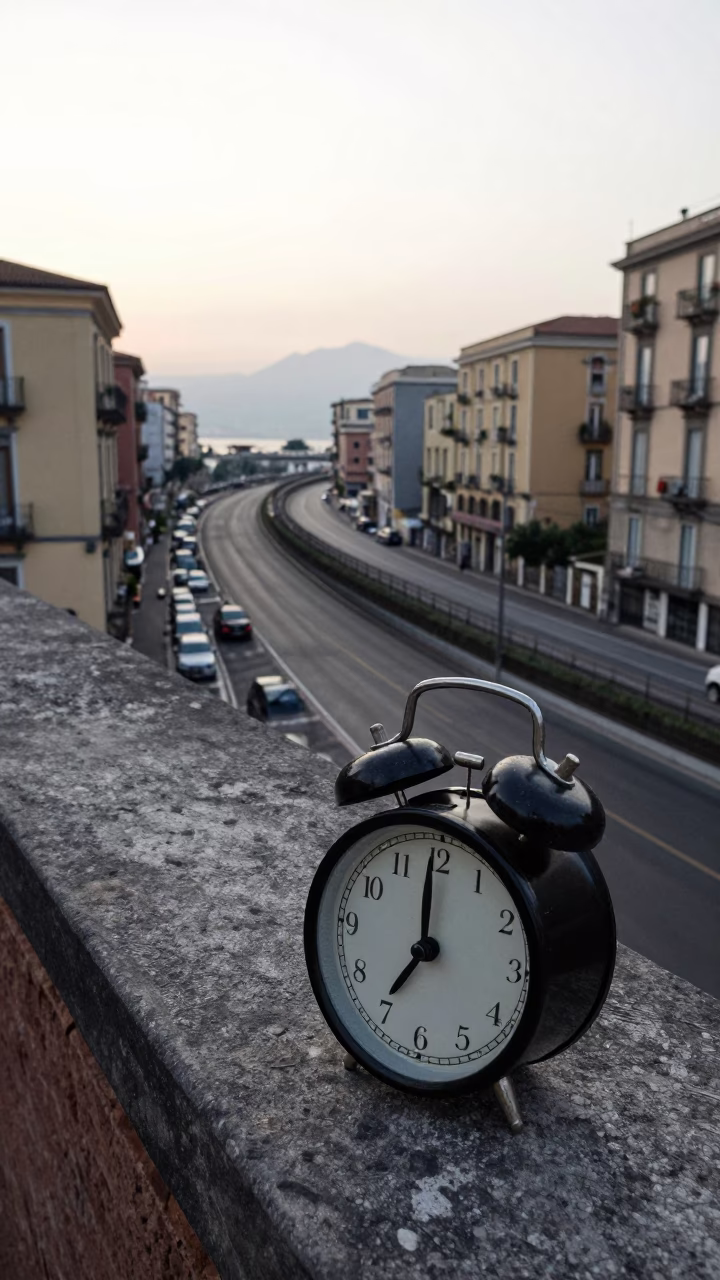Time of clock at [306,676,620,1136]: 6:59
